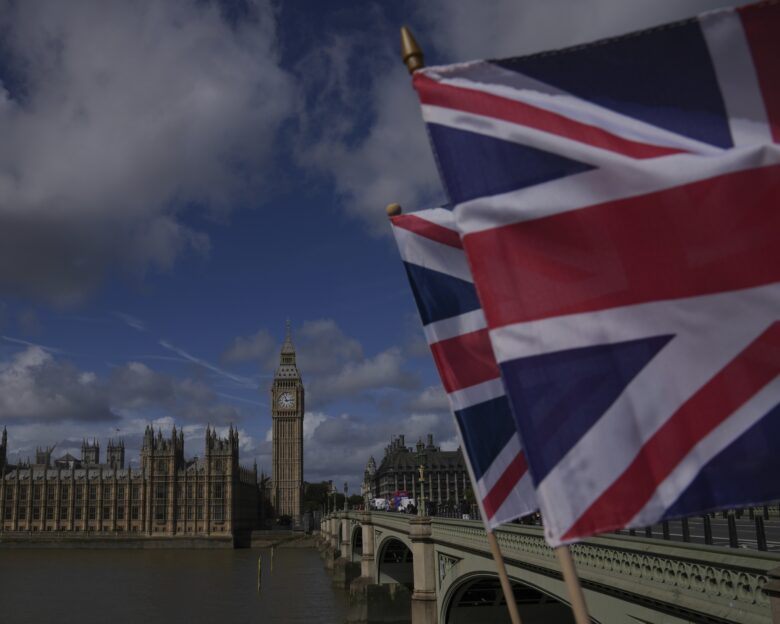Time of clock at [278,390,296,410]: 11:13
